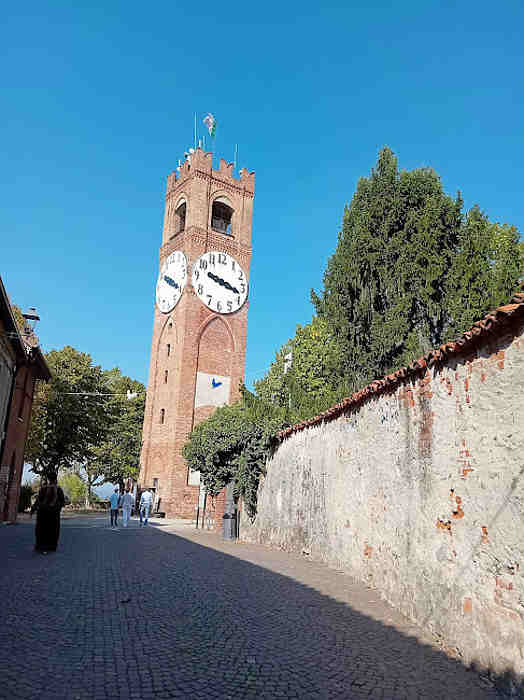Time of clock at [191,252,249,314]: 9:17
